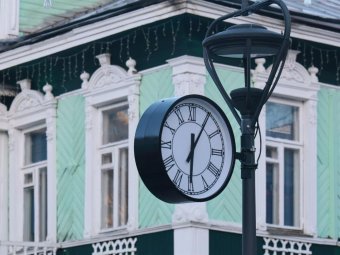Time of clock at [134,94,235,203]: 6:05
